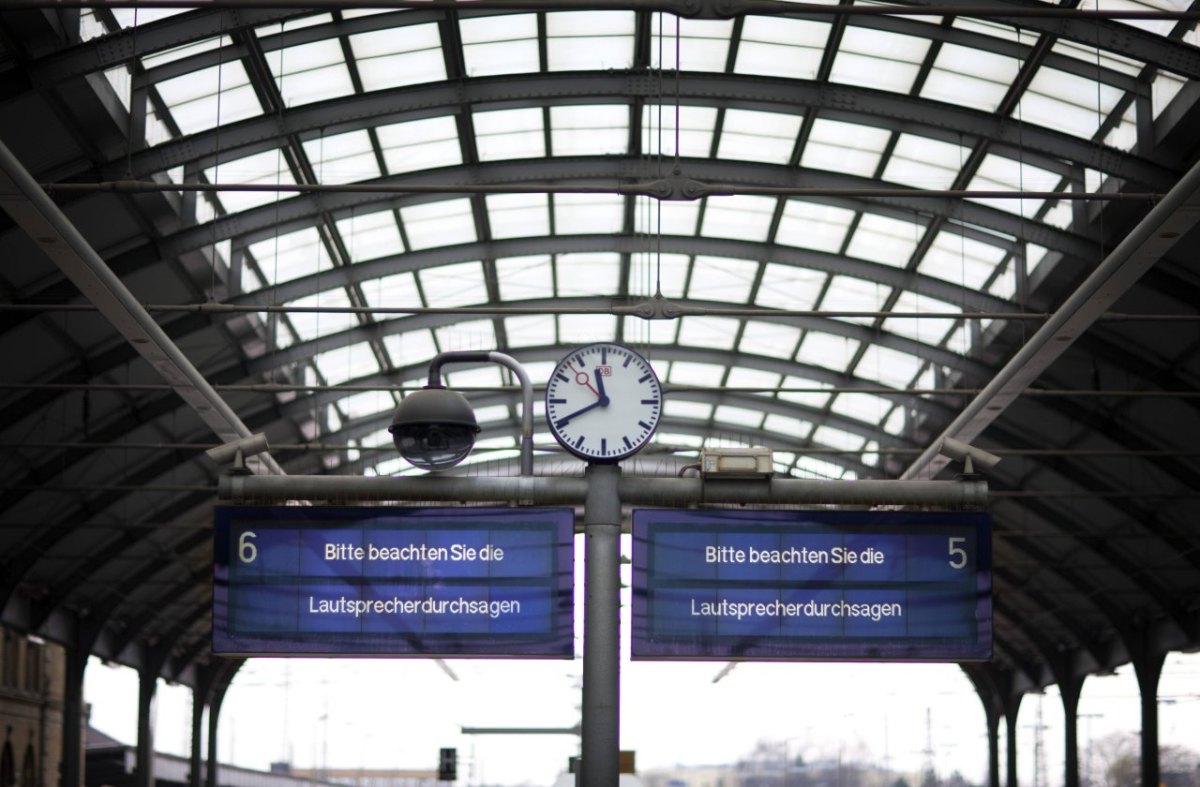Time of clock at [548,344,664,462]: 11:40
